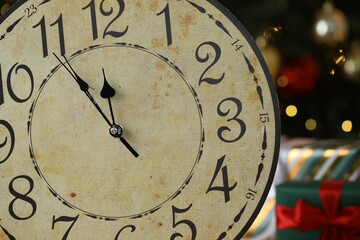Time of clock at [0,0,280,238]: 11:54
